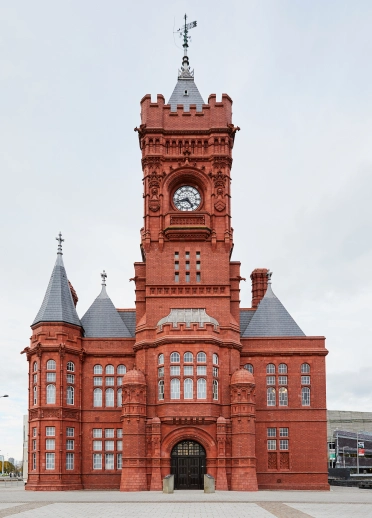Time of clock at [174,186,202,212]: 4:42
